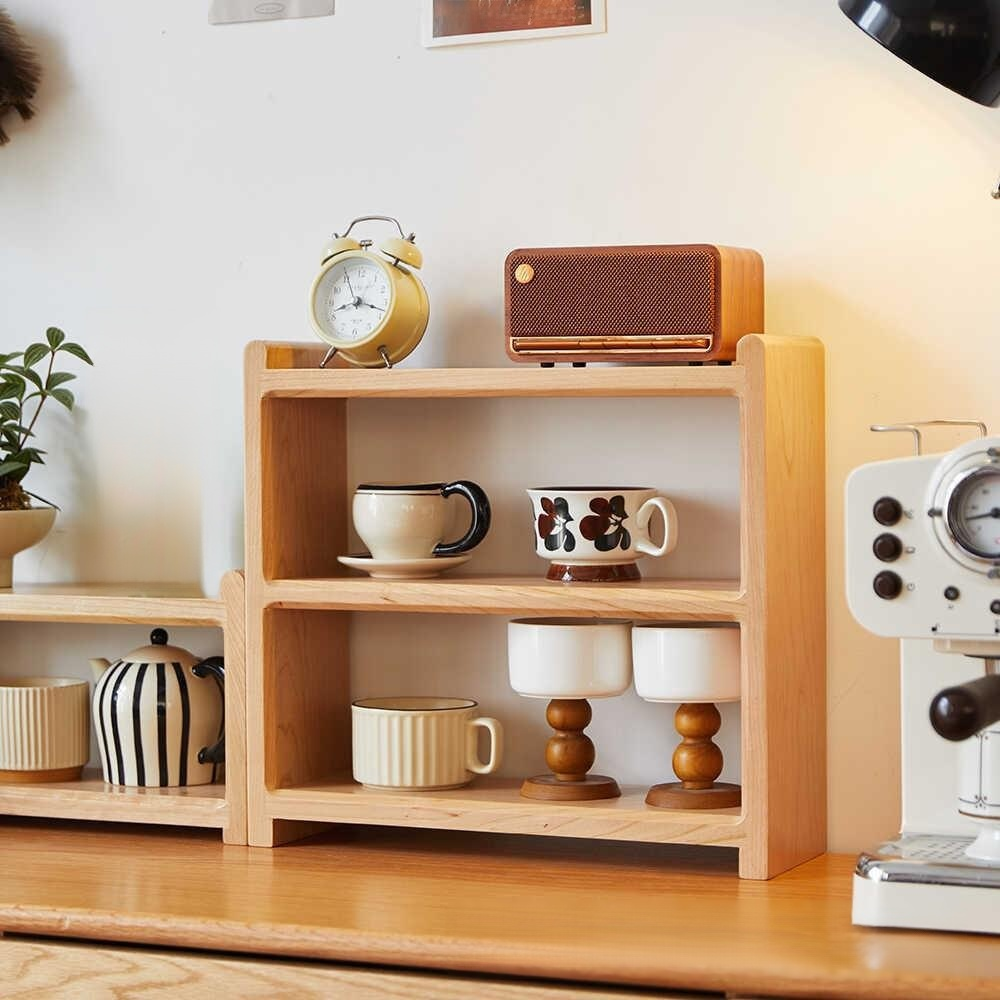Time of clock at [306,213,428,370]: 8:19
